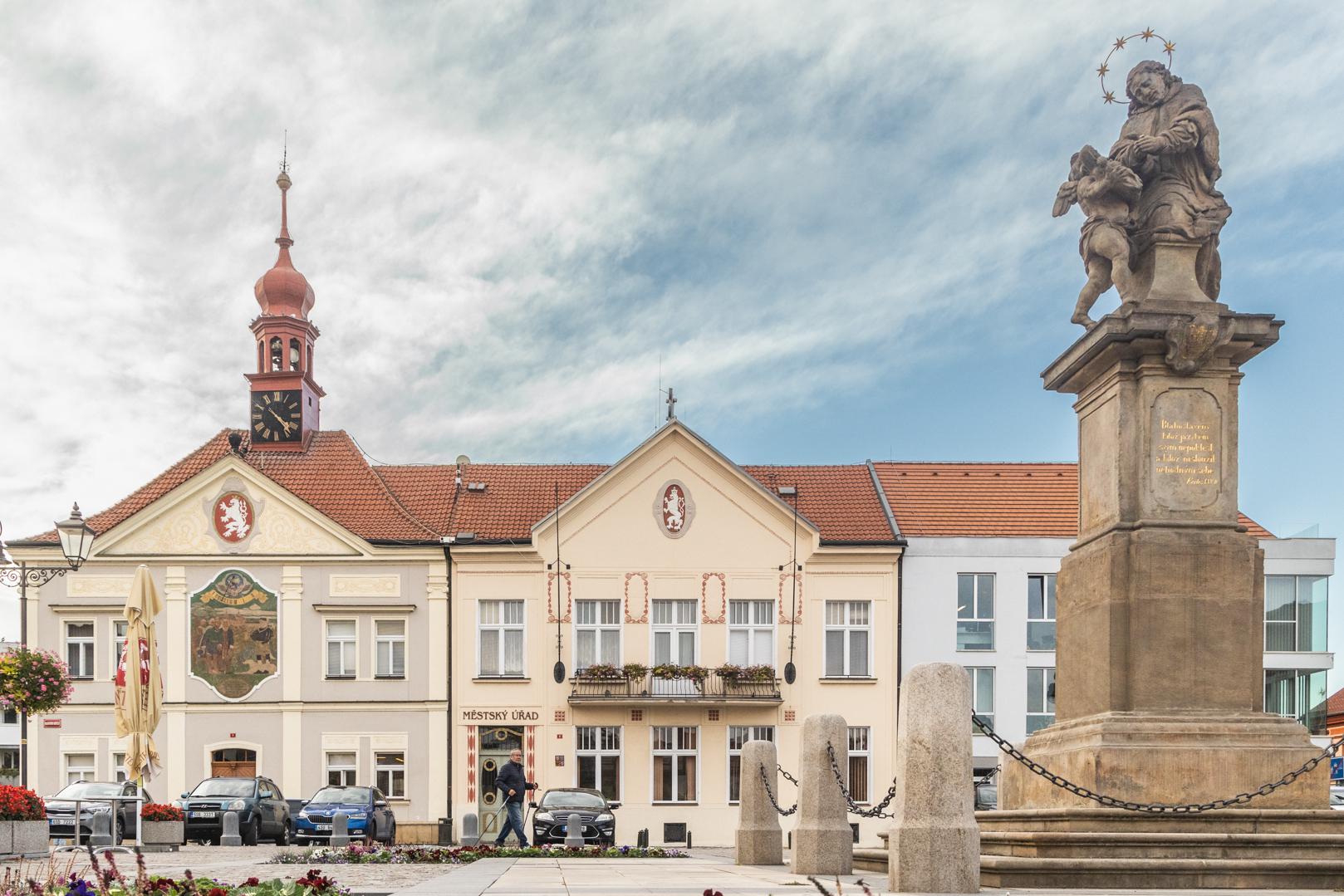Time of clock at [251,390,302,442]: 4:22
